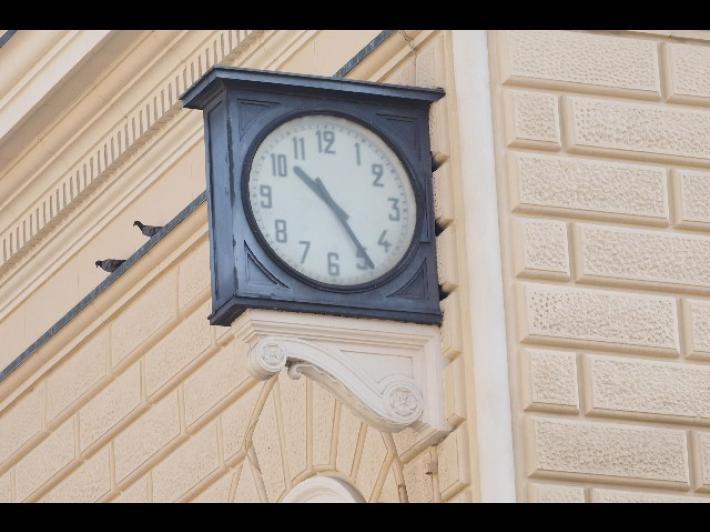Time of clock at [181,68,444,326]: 10:24
